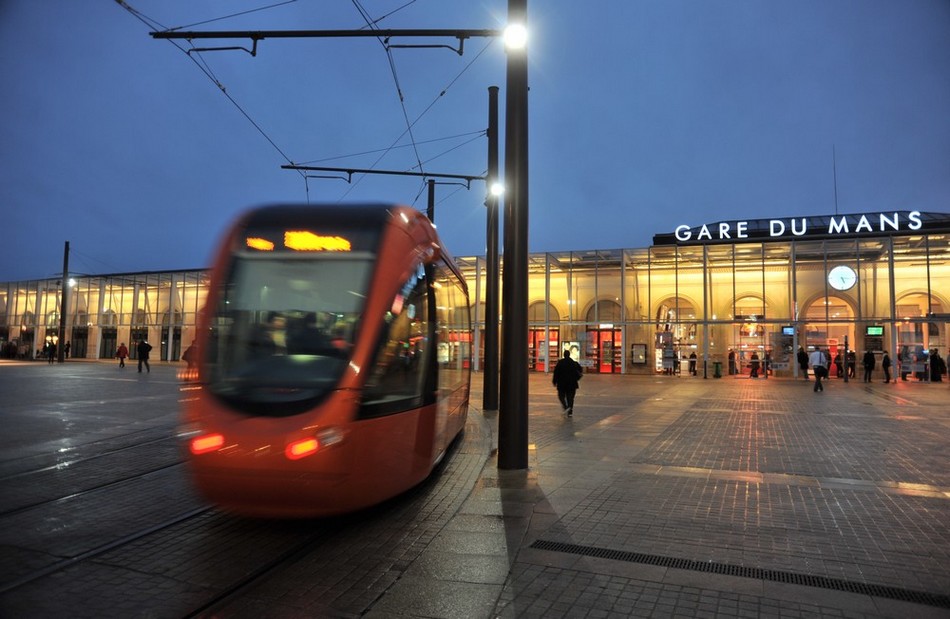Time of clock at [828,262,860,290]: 5:15
